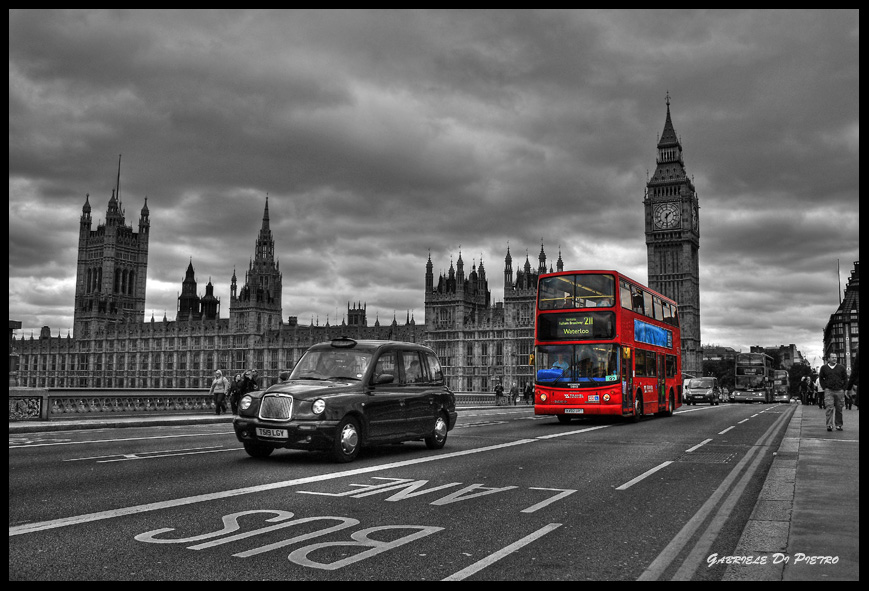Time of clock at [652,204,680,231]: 1:30
